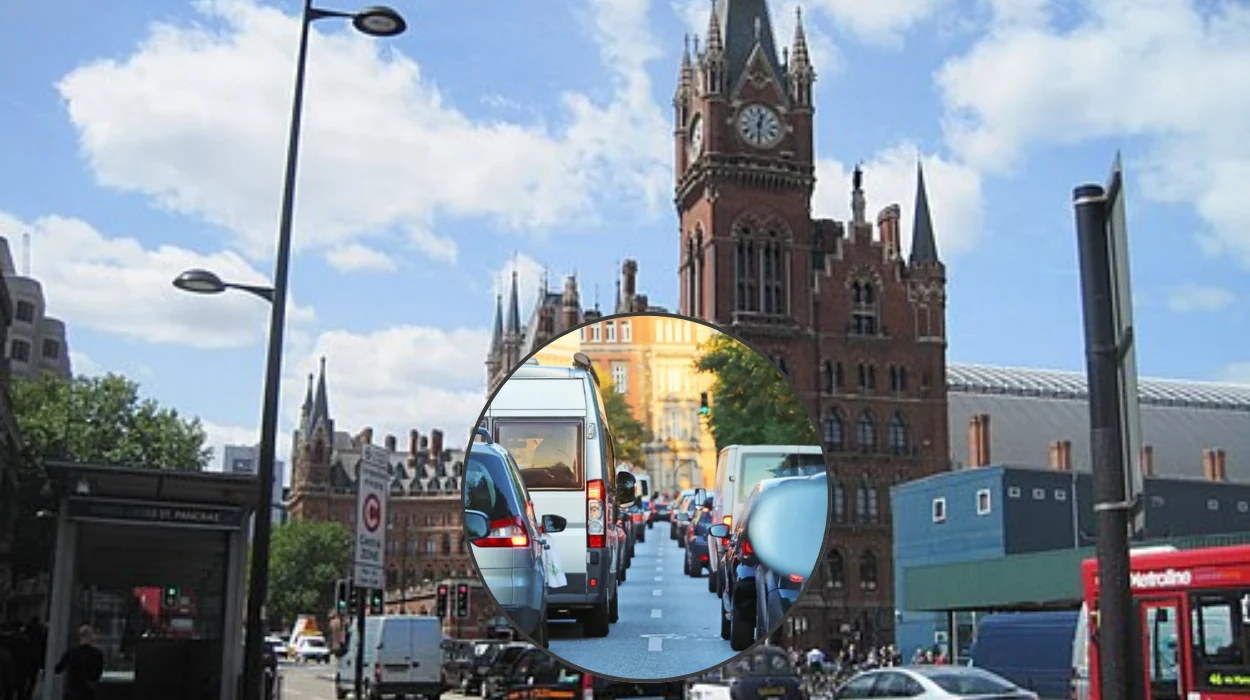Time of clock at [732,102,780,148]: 12:30
